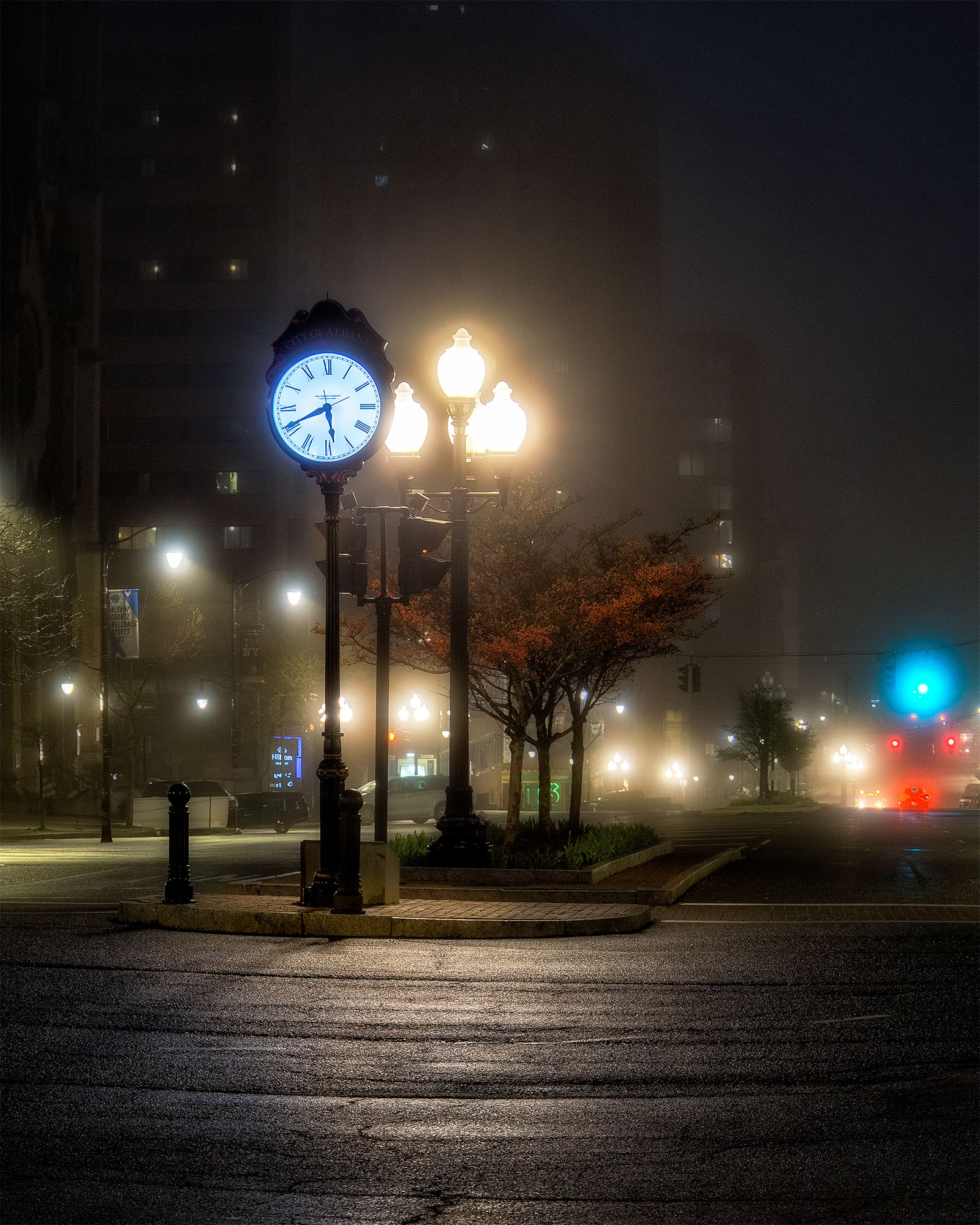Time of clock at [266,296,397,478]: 5:40
